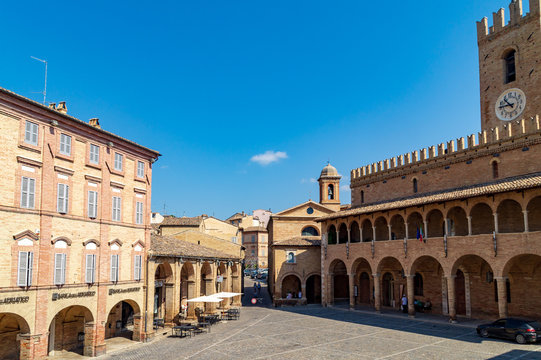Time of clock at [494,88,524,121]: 10:45
